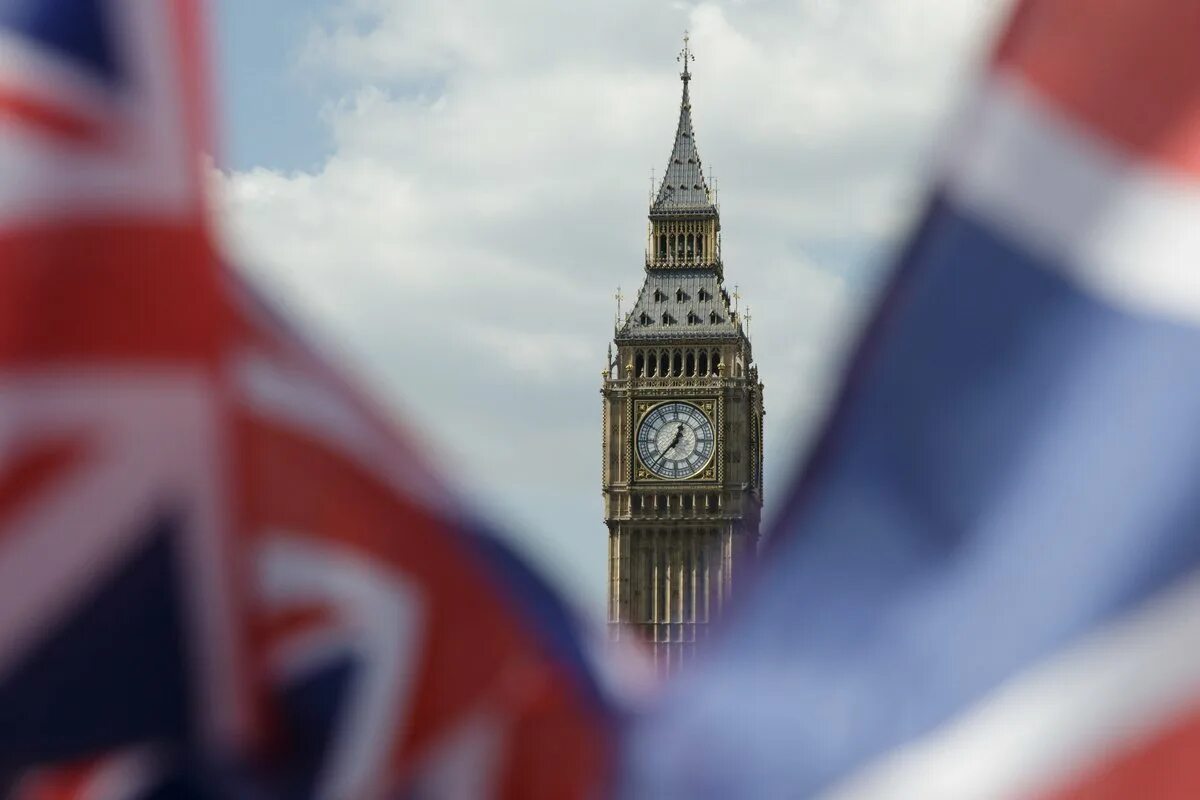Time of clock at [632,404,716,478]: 12:37
